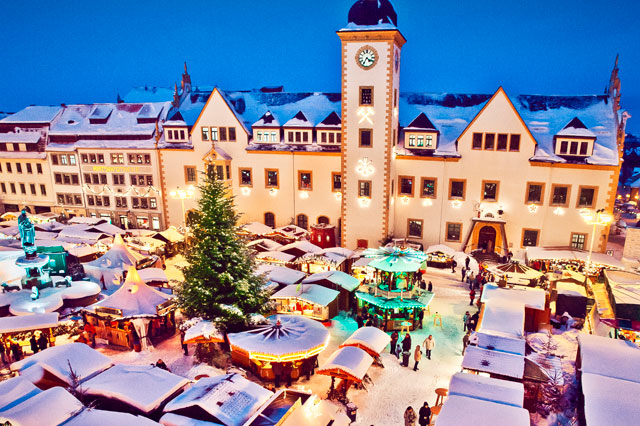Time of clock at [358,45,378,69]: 4:35
